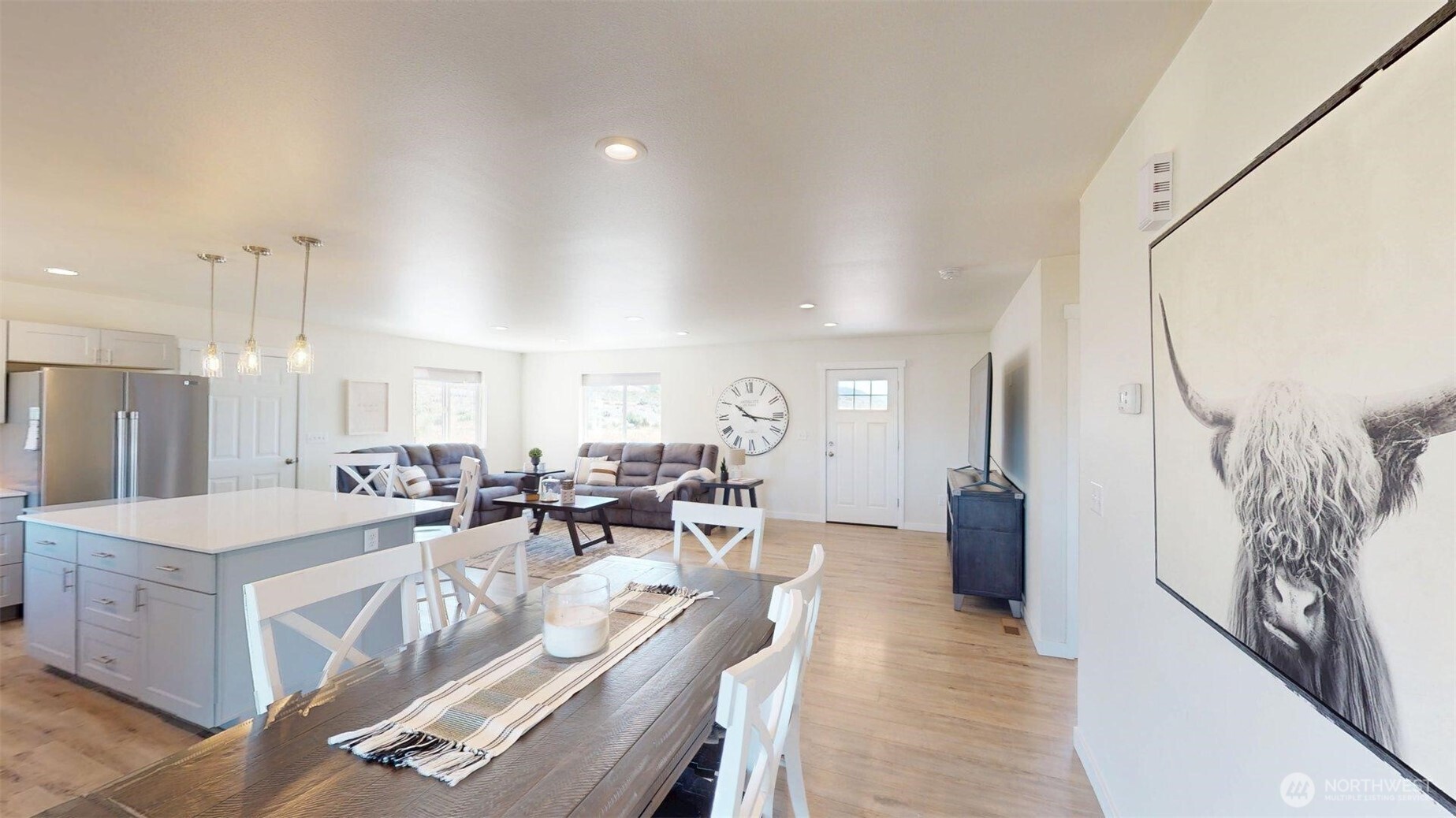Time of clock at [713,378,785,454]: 10:16
